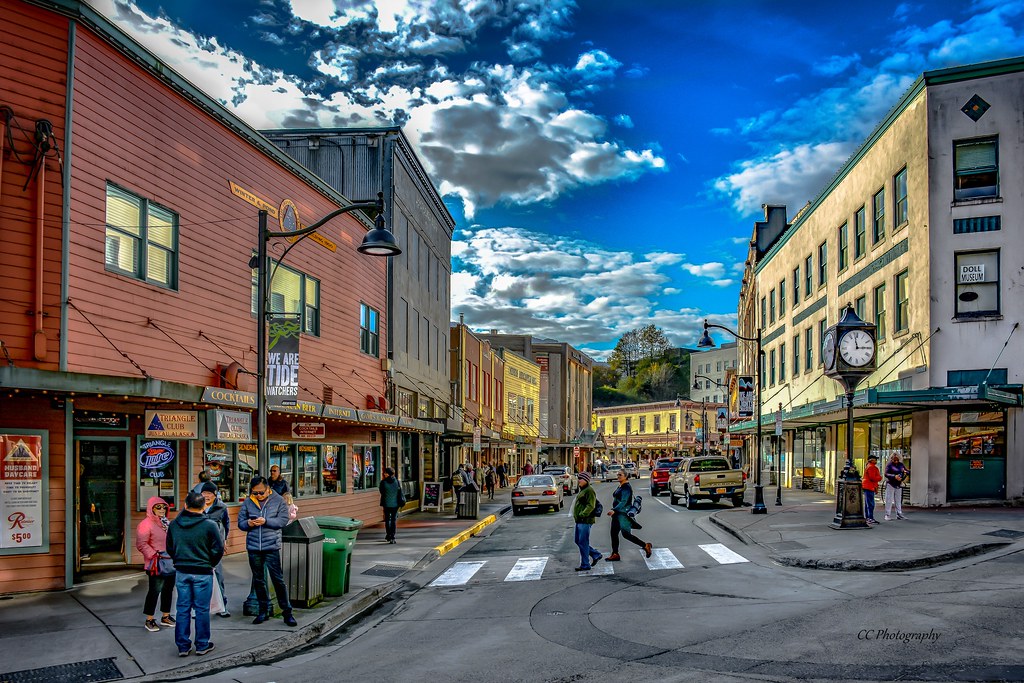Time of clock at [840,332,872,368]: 2:58
